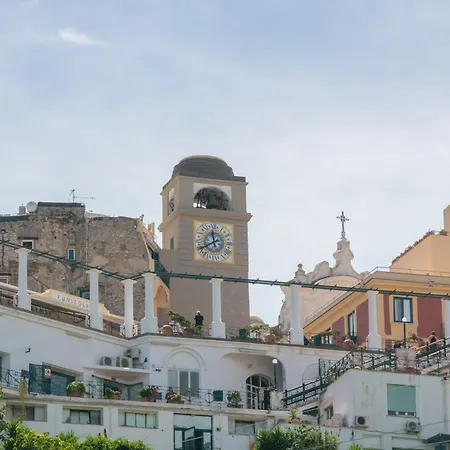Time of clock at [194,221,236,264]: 11:39
